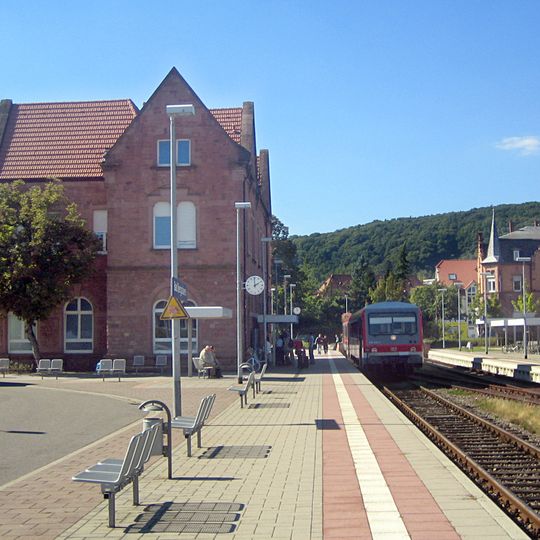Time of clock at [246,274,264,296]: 1:59
